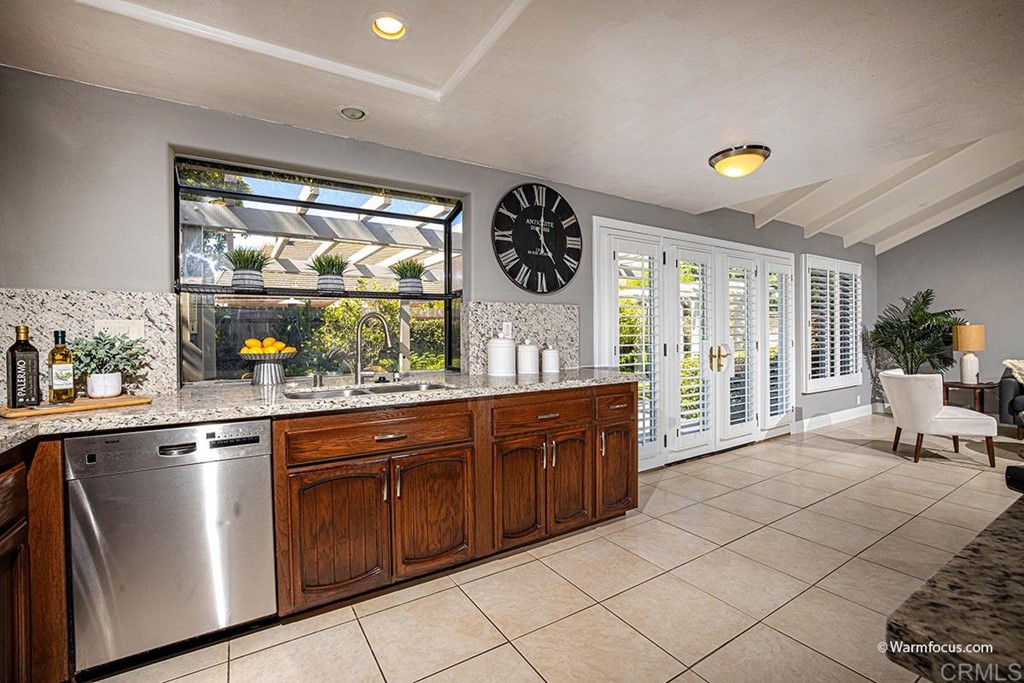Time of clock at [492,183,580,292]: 5:01
